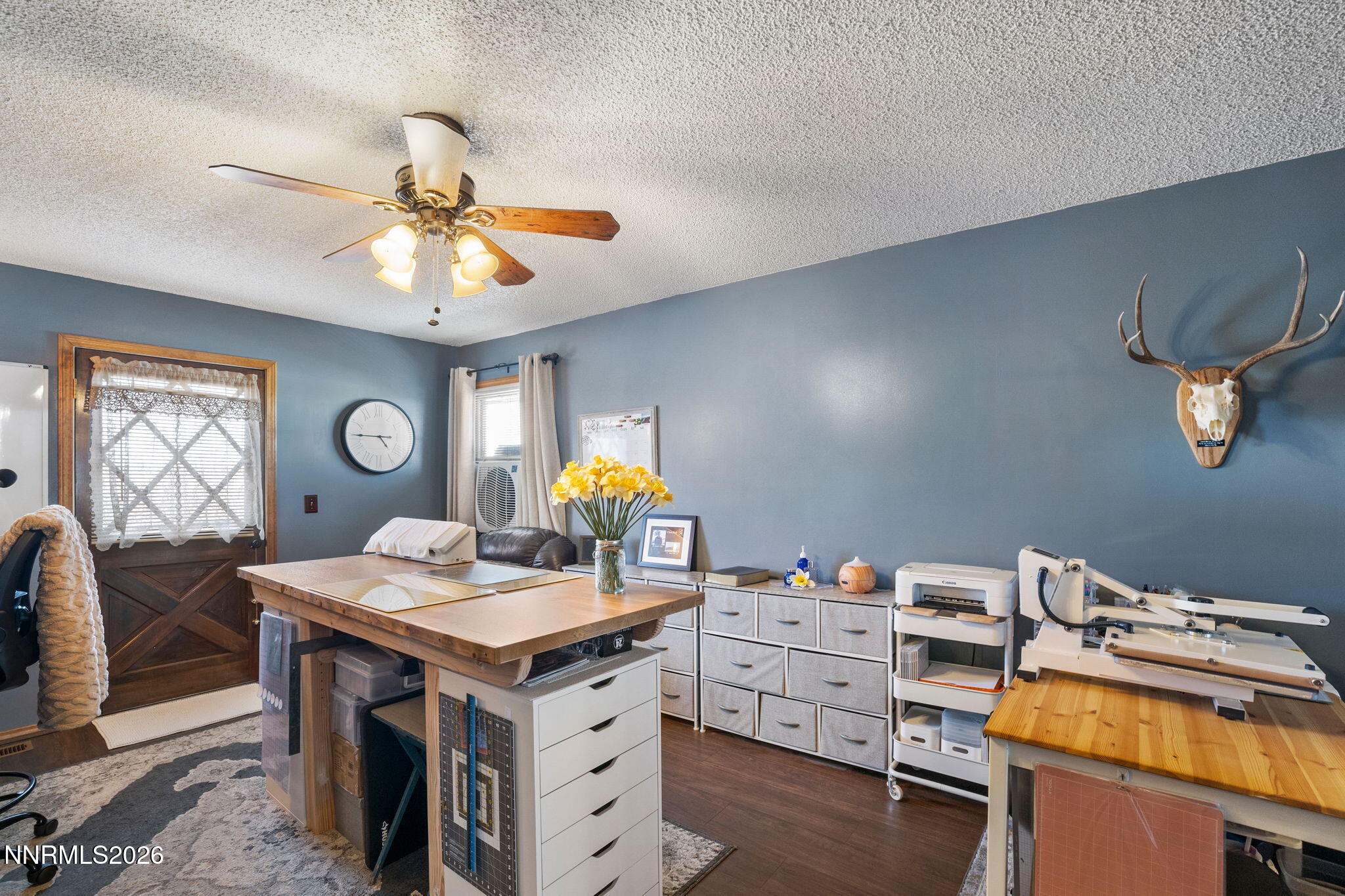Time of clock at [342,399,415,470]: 4:45
